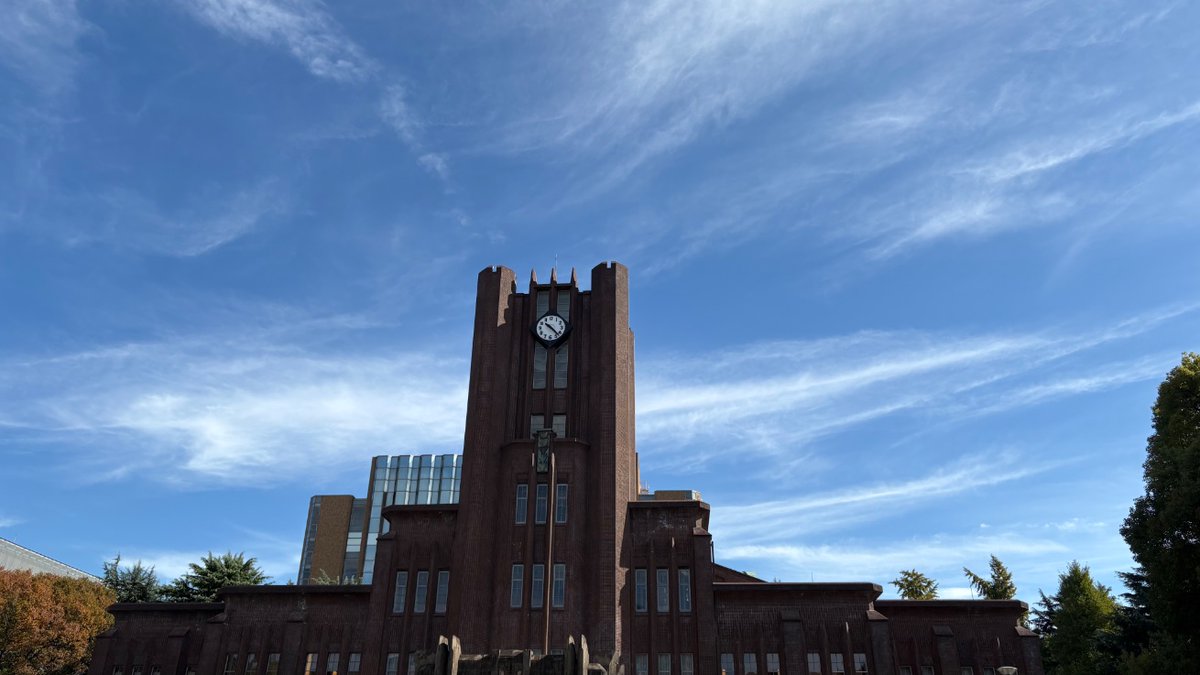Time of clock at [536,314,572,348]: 10:22
